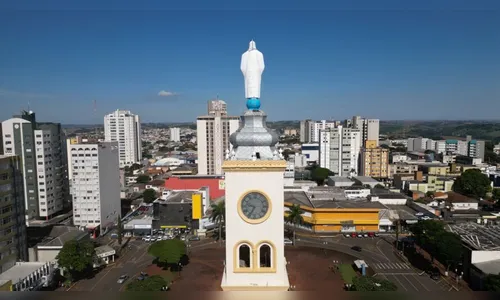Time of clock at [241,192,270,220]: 9:34
